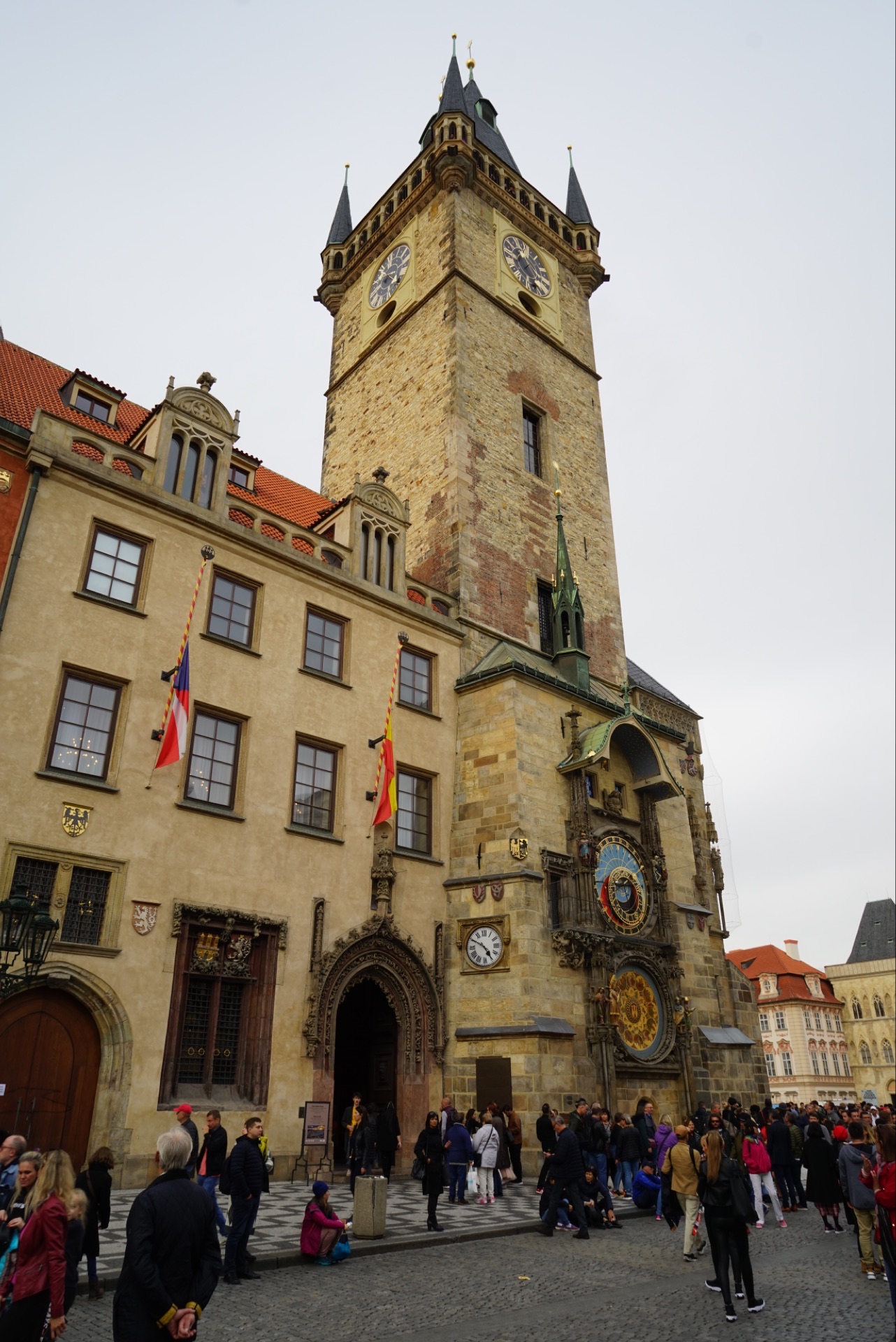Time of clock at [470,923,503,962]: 4:50
